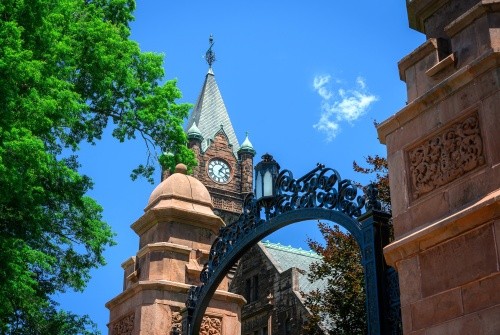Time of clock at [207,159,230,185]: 1:18
